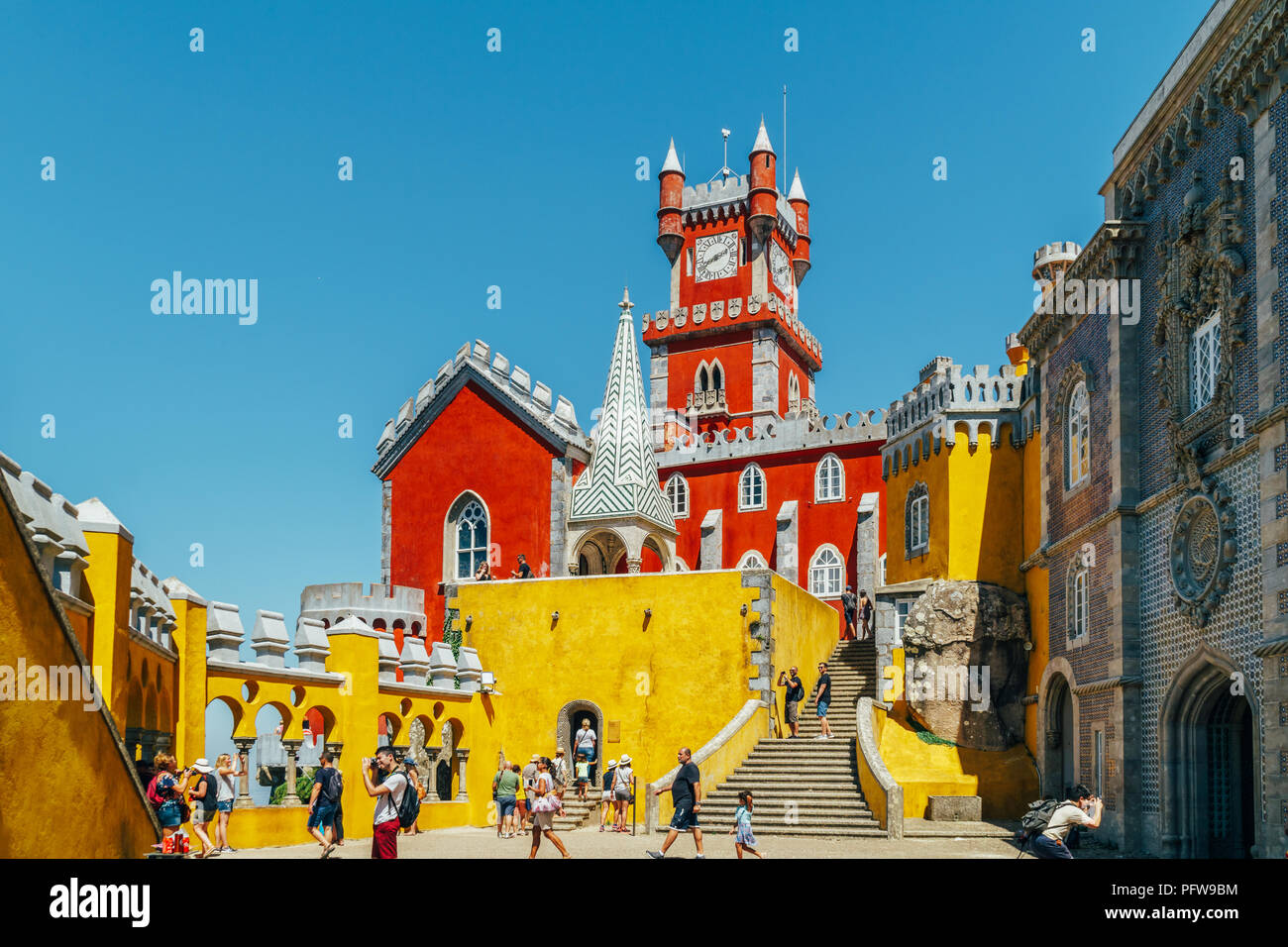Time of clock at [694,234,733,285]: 8:11
